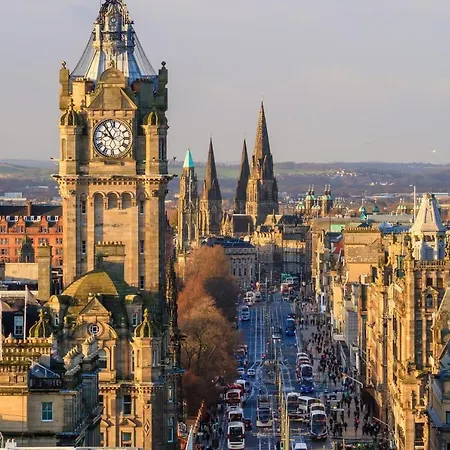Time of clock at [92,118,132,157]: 9:54
